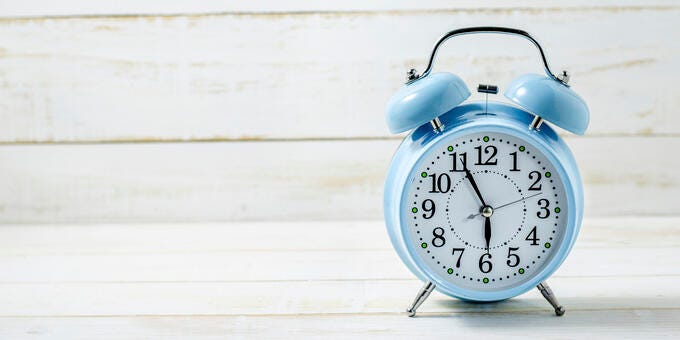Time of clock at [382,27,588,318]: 5:55
